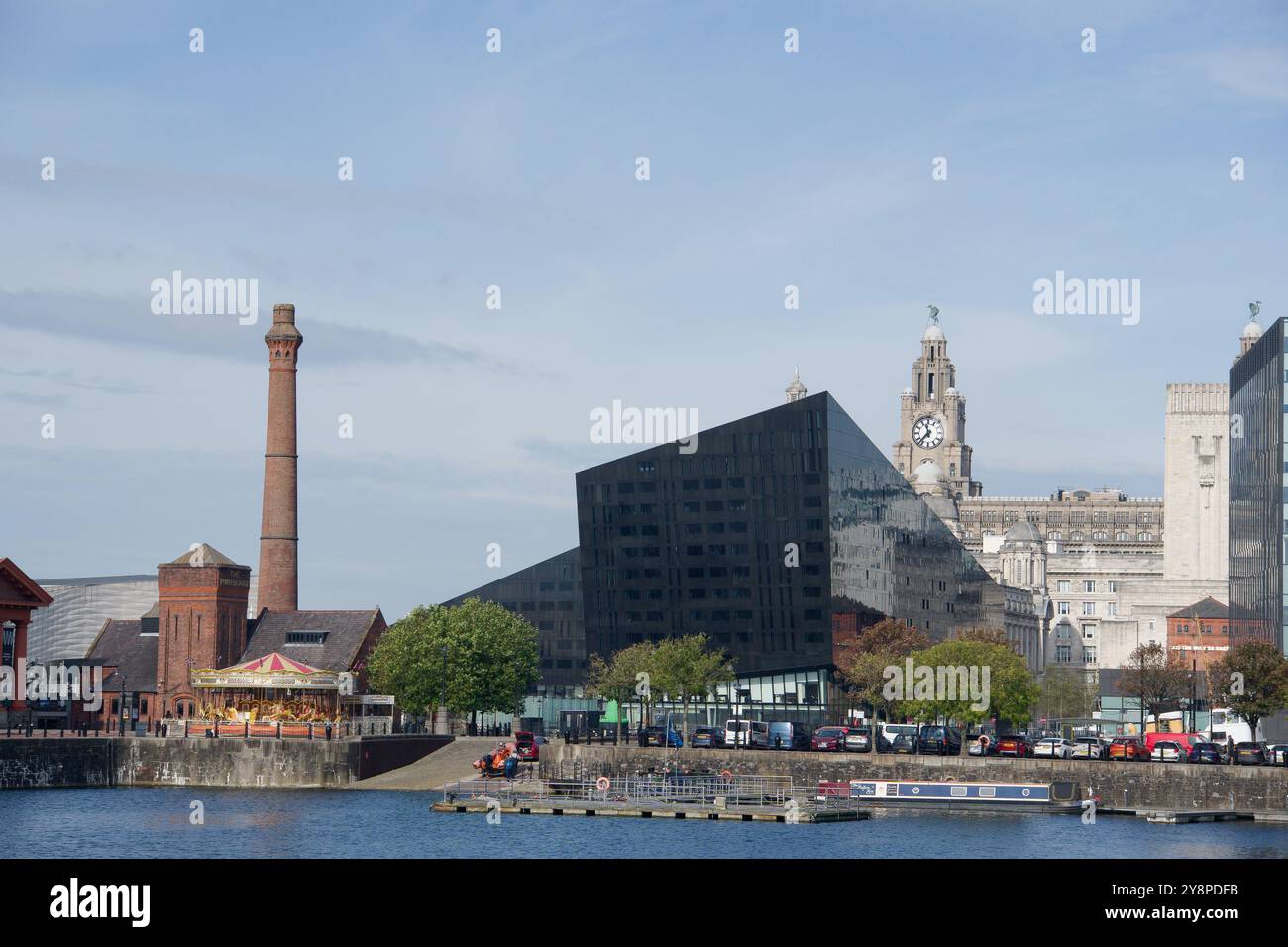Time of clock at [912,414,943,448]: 11:37
